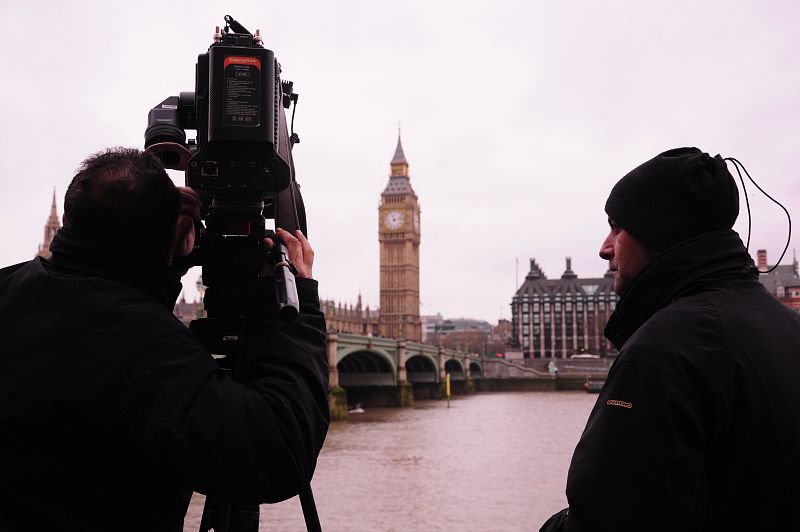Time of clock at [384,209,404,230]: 11:13
